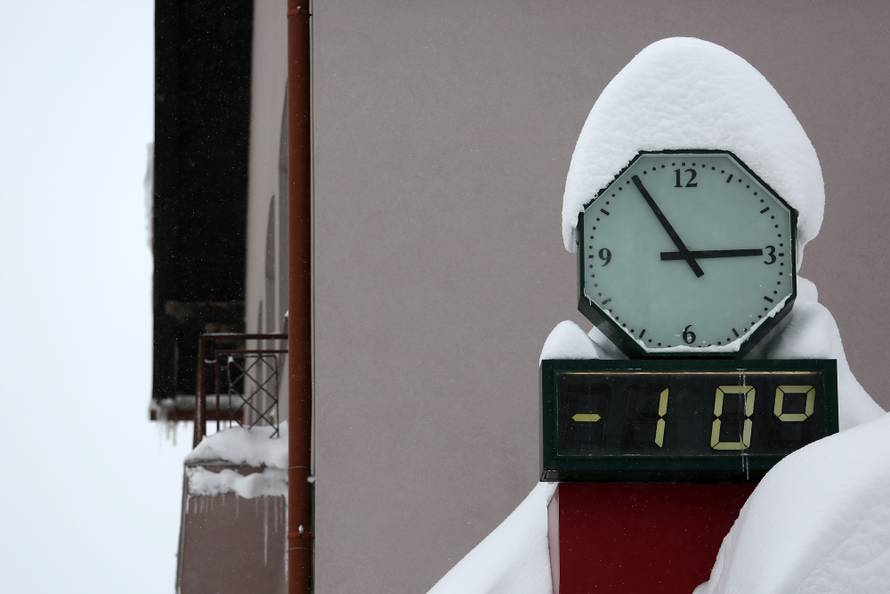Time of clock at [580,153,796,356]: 2:54
